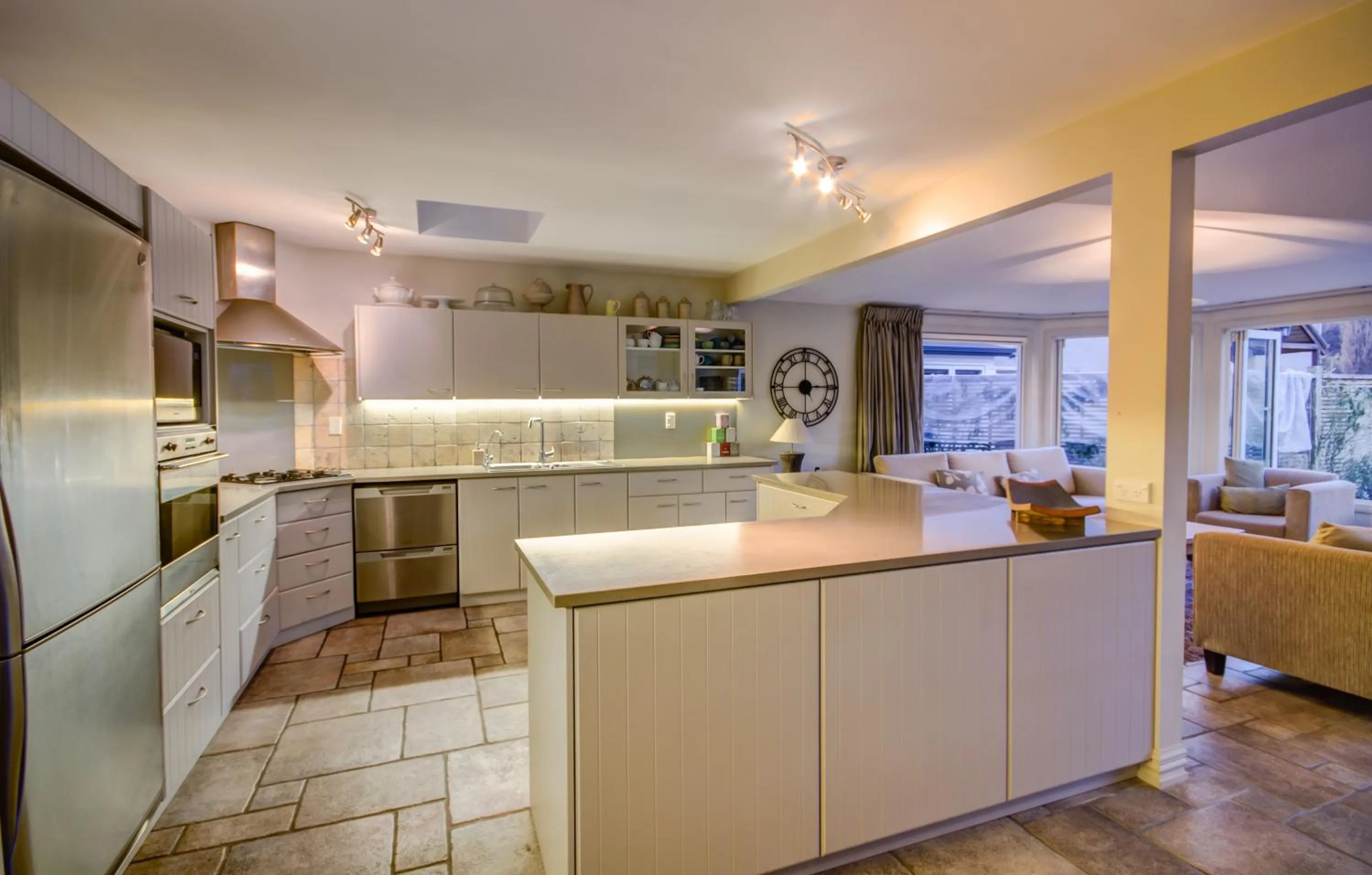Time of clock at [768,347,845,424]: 2:59
